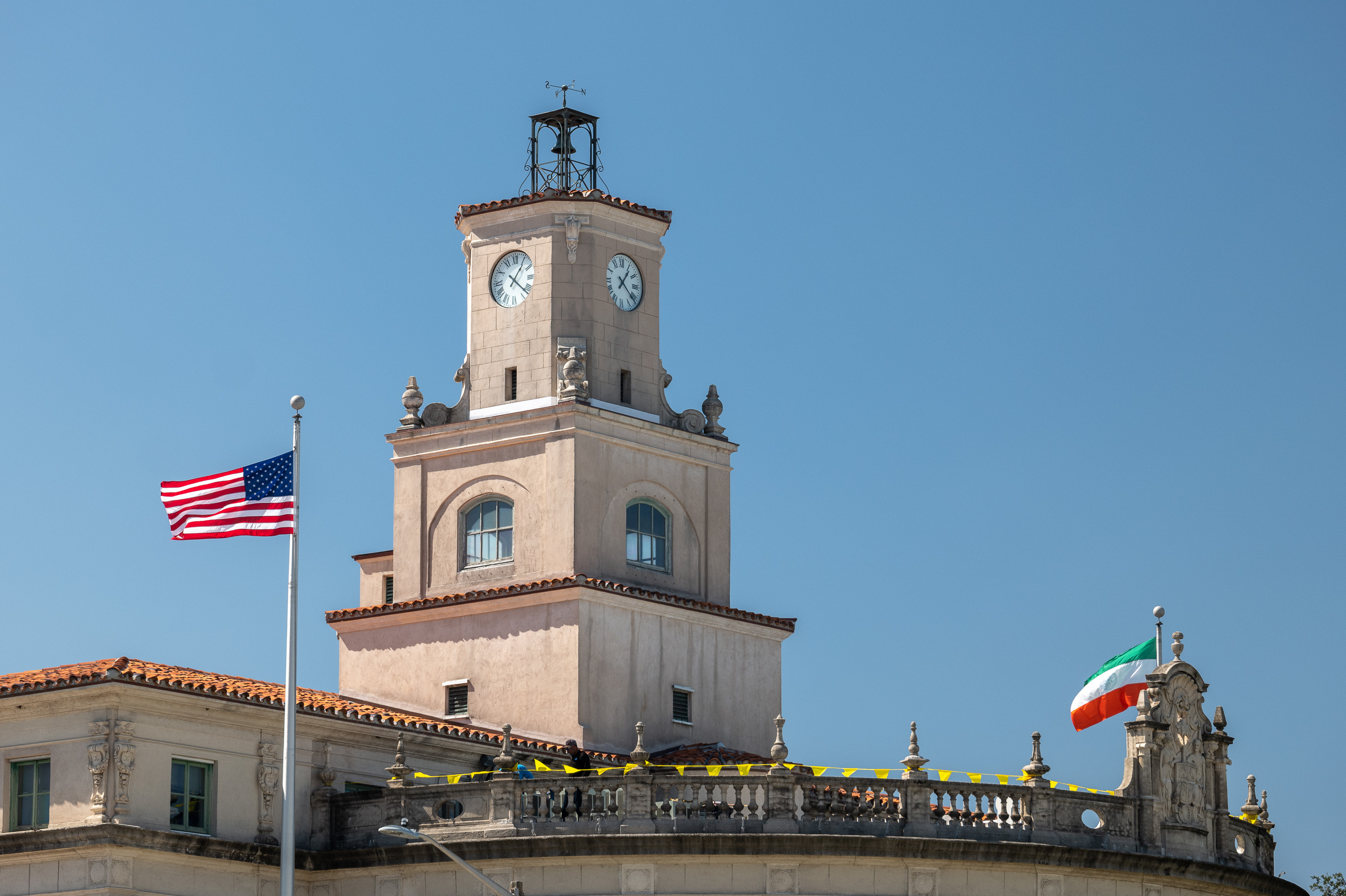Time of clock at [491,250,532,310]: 1:21
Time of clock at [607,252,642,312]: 1:21
